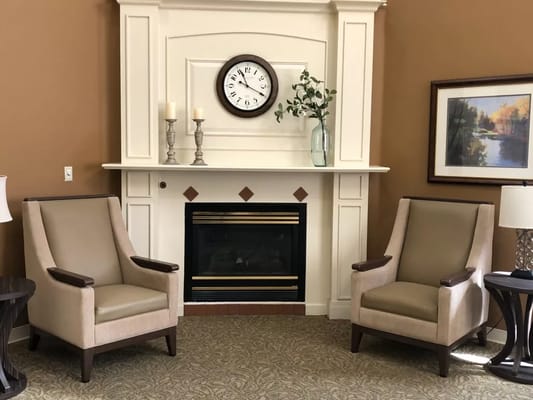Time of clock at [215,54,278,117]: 11:19
